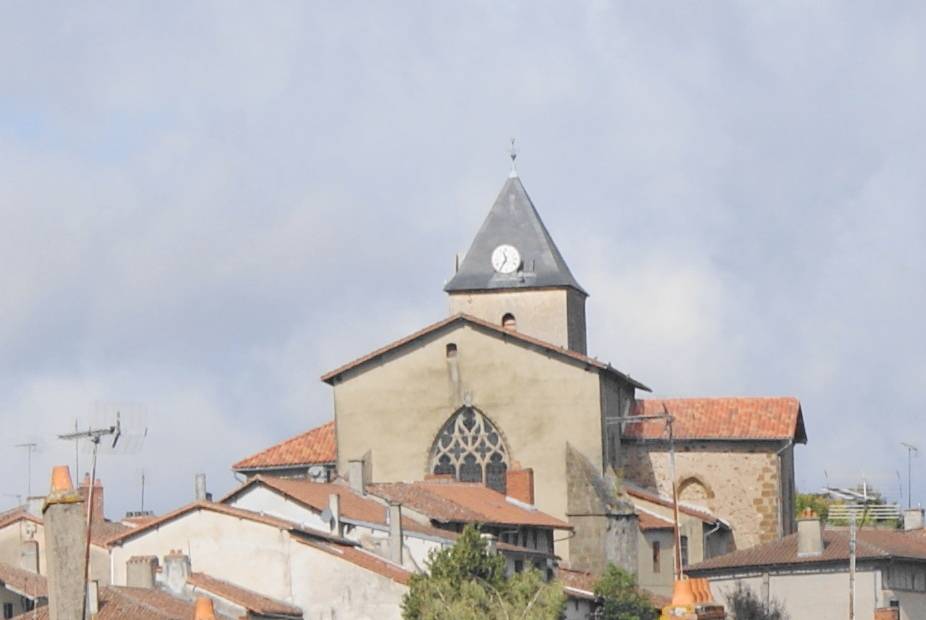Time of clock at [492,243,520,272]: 11:35
